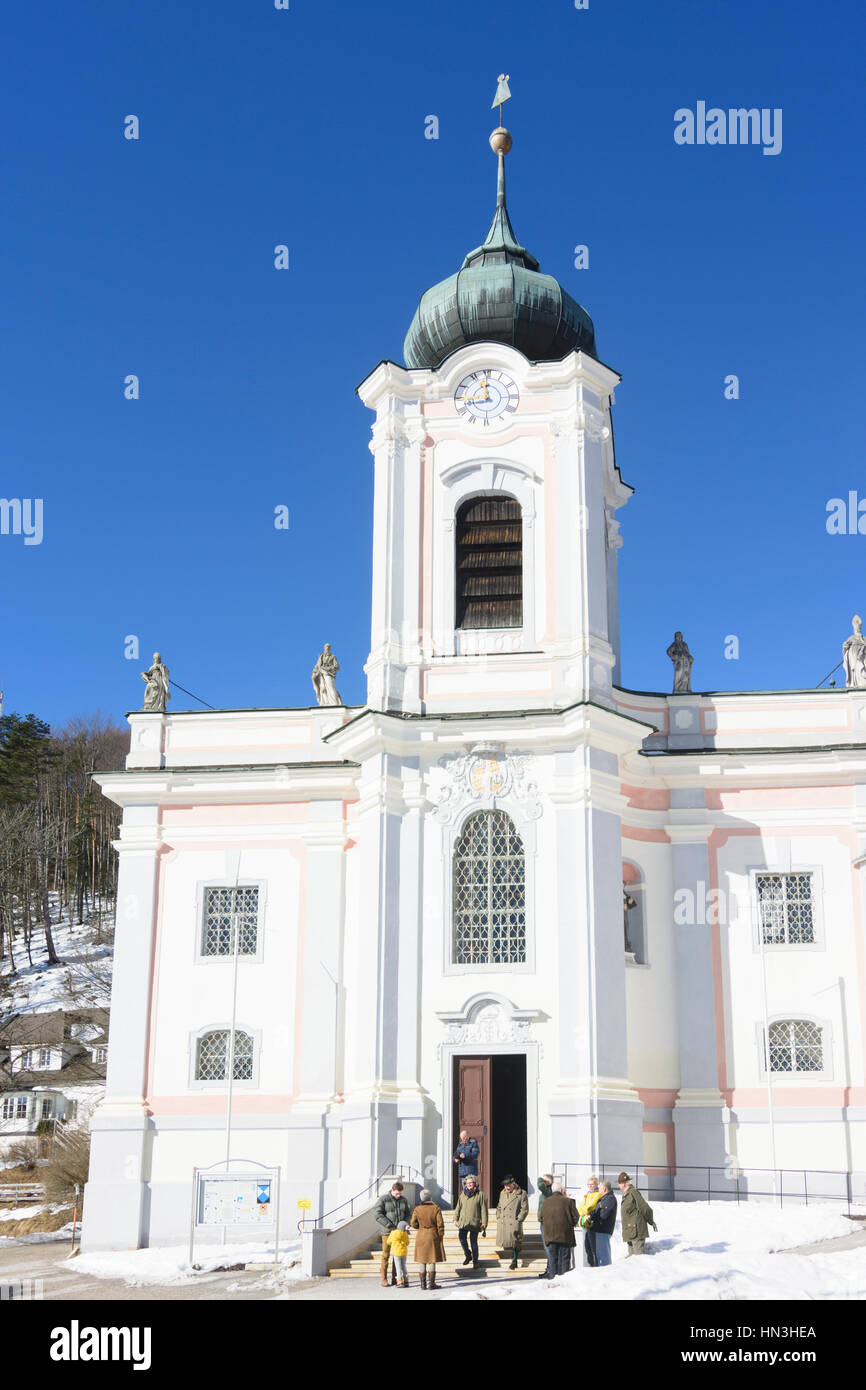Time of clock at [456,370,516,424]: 11:42
